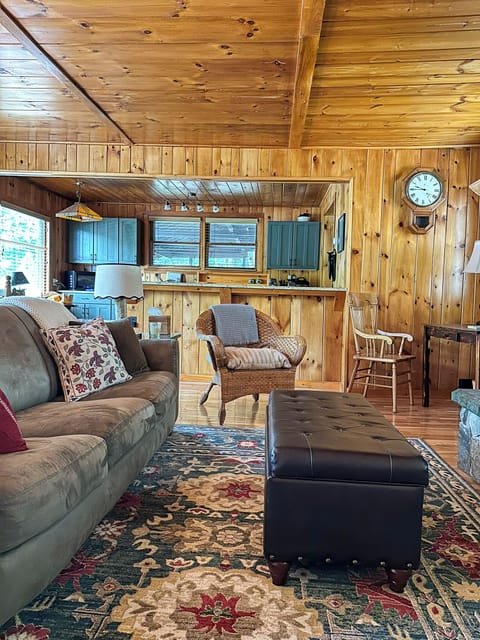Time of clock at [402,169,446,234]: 9:44
